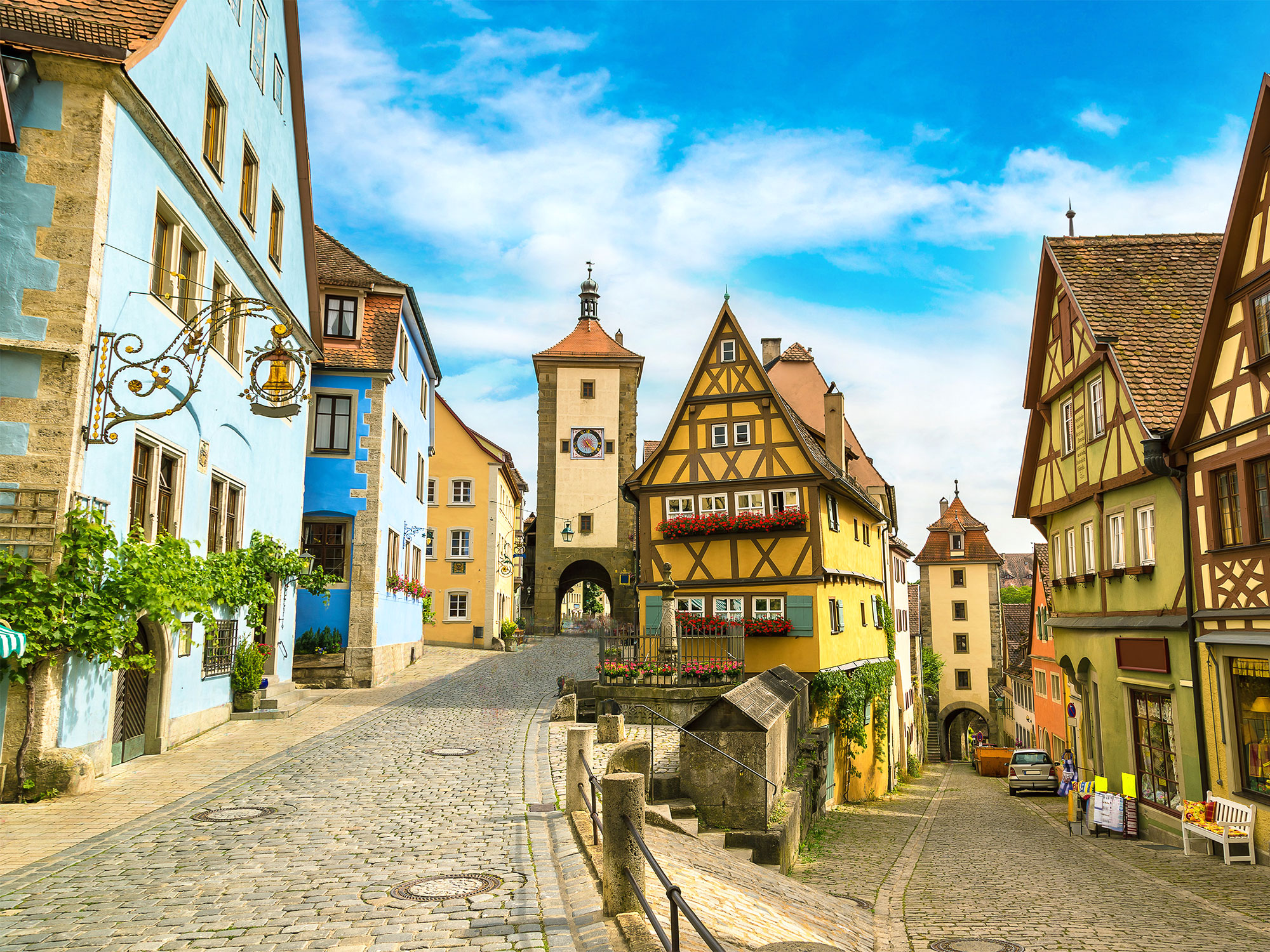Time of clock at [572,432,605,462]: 10:20
